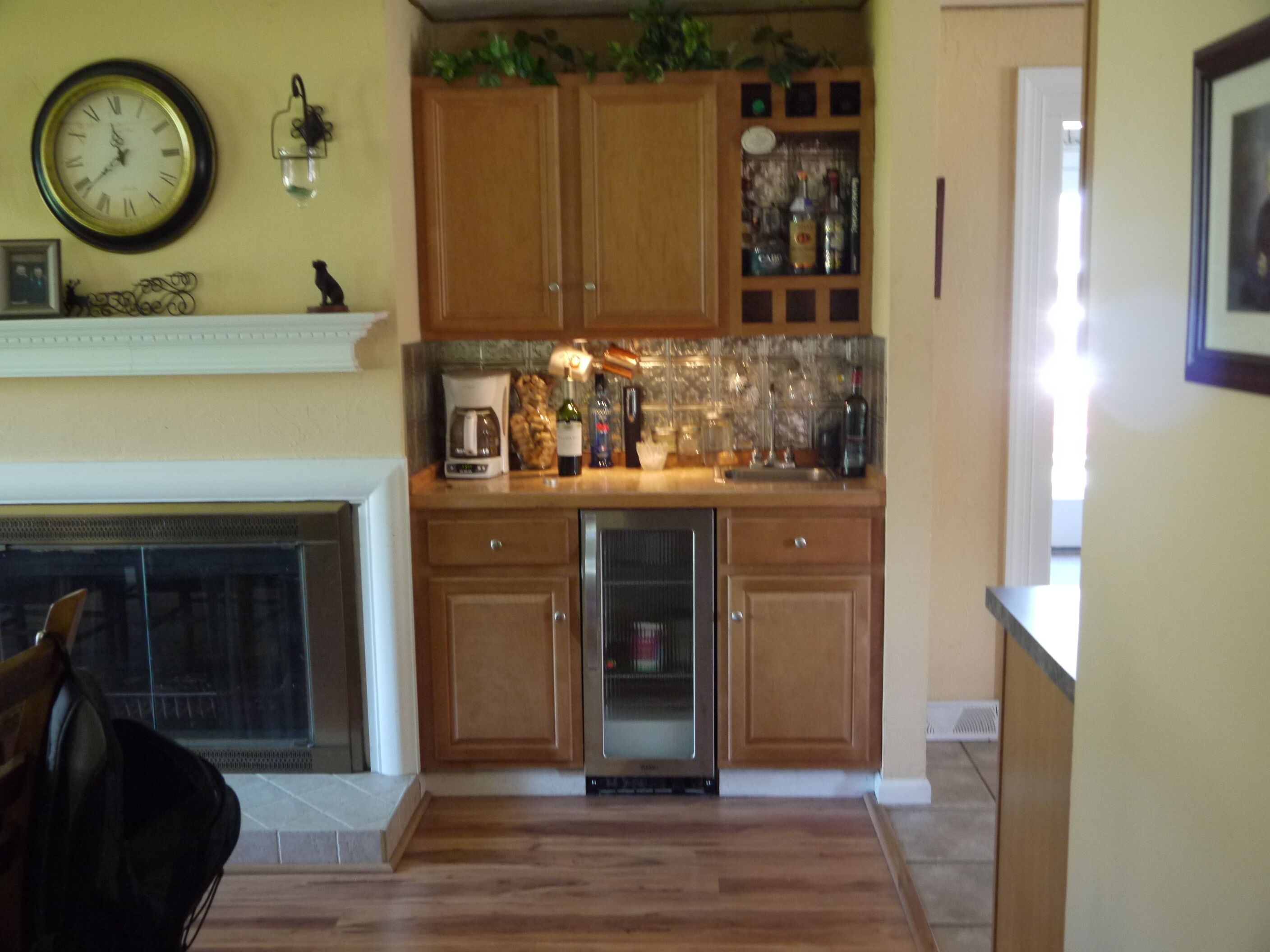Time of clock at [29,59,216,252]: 11:38
